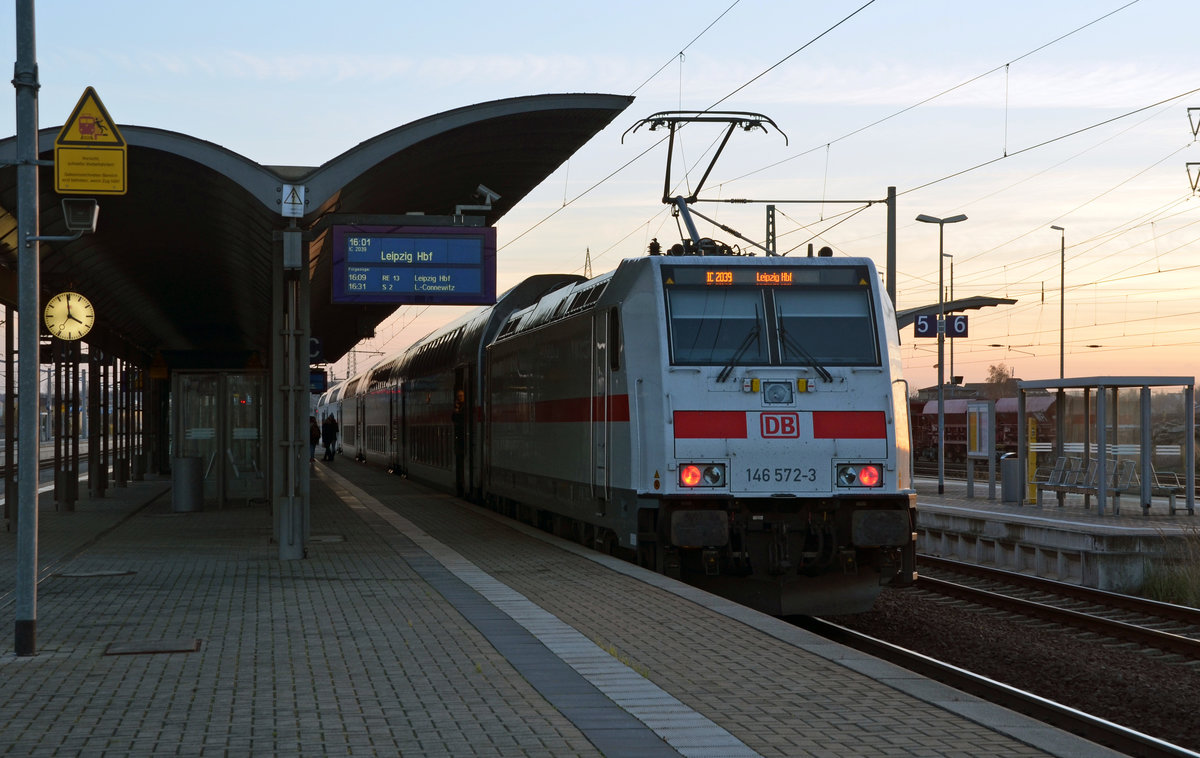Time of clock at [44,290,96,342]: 3:58
